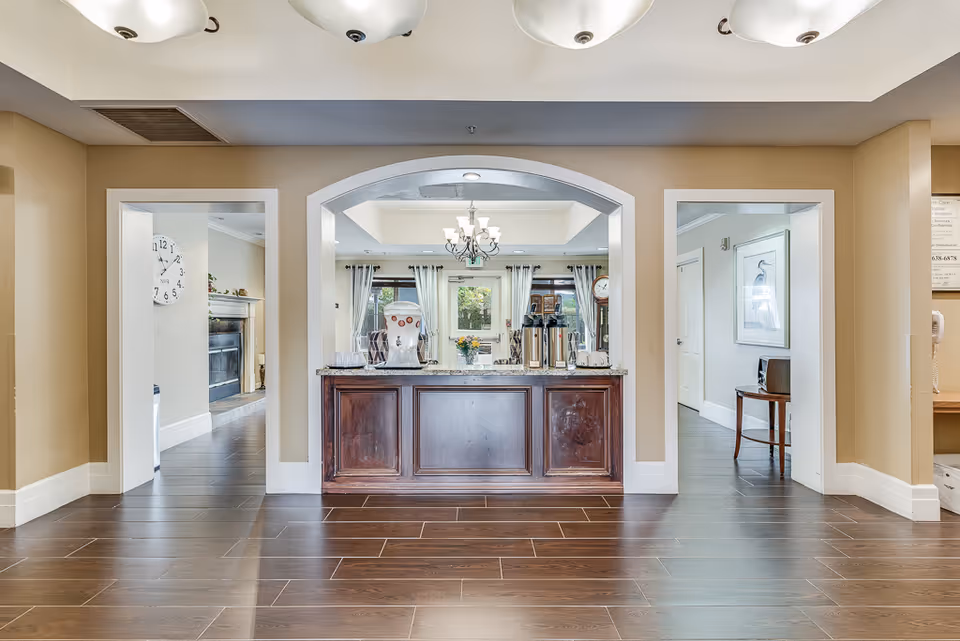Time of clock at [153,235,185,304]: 11:09
